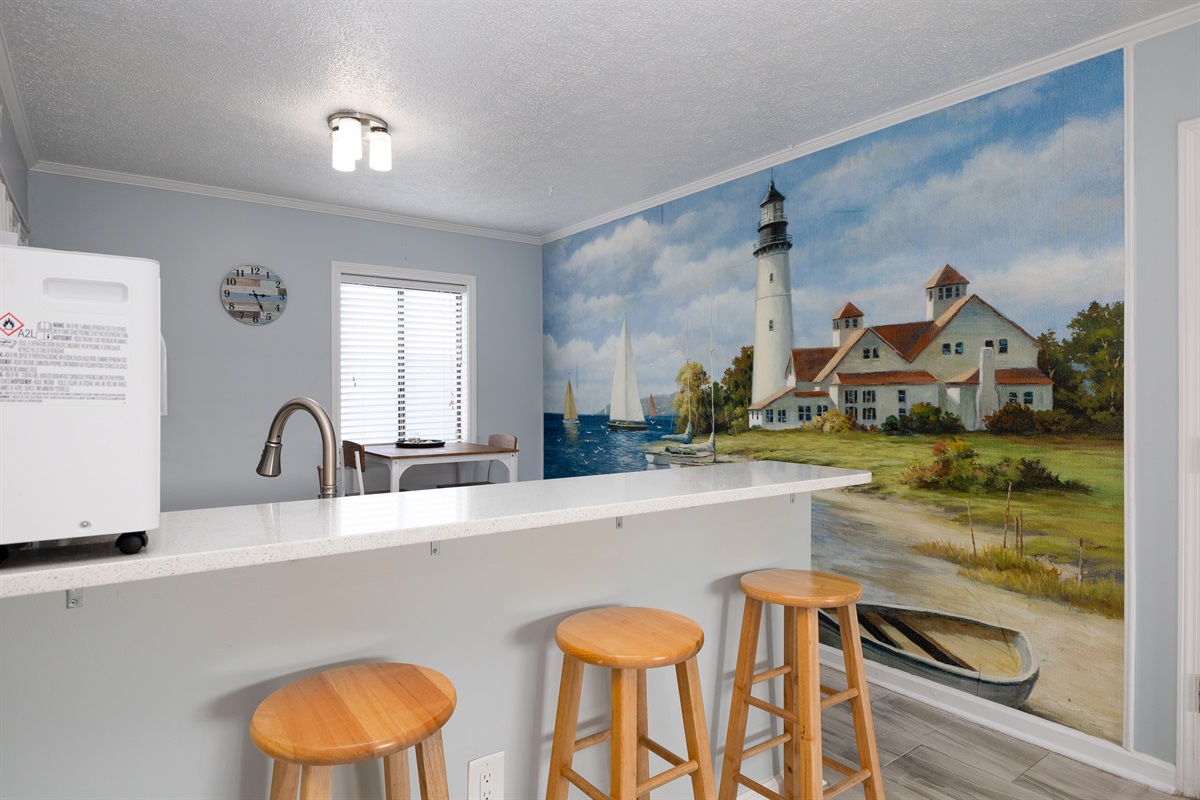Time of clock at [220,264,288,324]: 5:15
